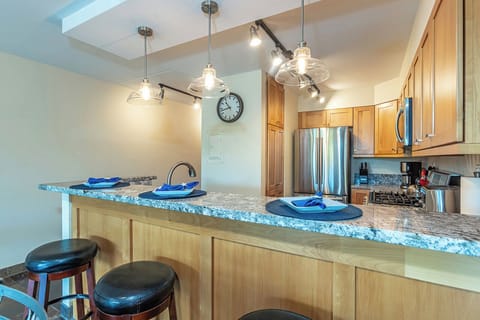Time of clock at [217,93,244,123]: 10:42
